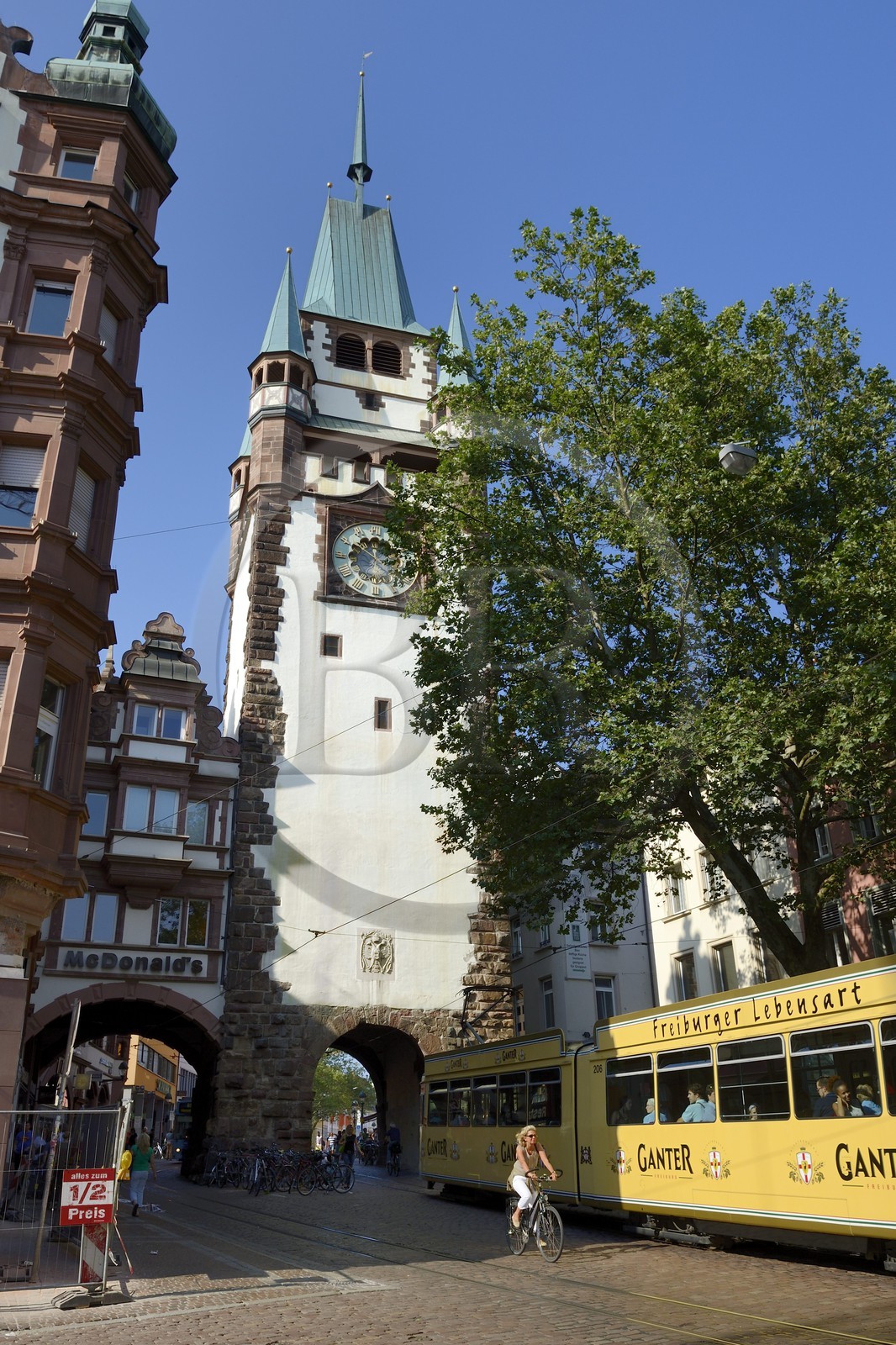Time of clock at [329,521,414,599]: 11:51
